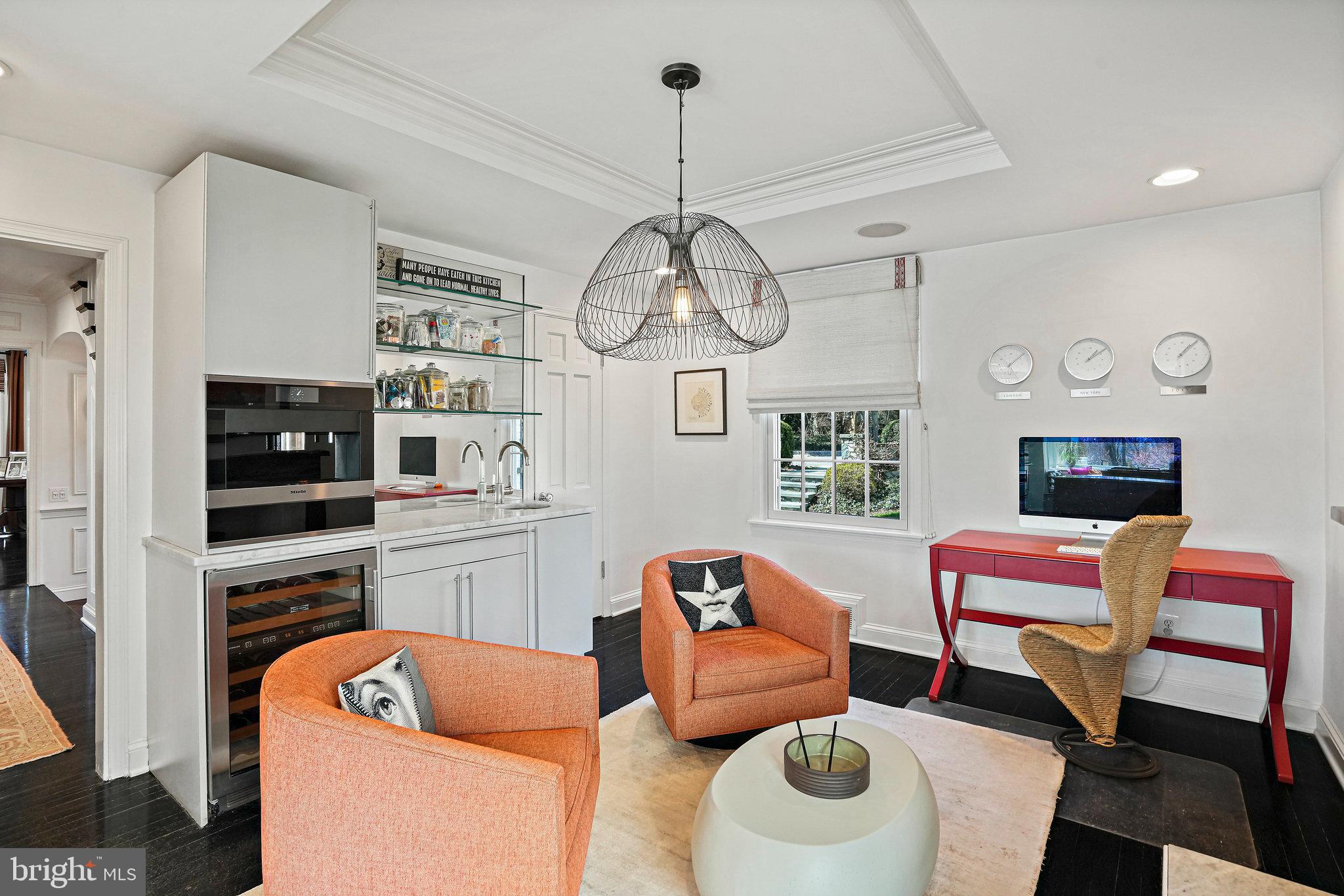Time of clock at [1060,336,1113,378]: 1:08
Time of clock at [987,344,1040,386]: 5:08
